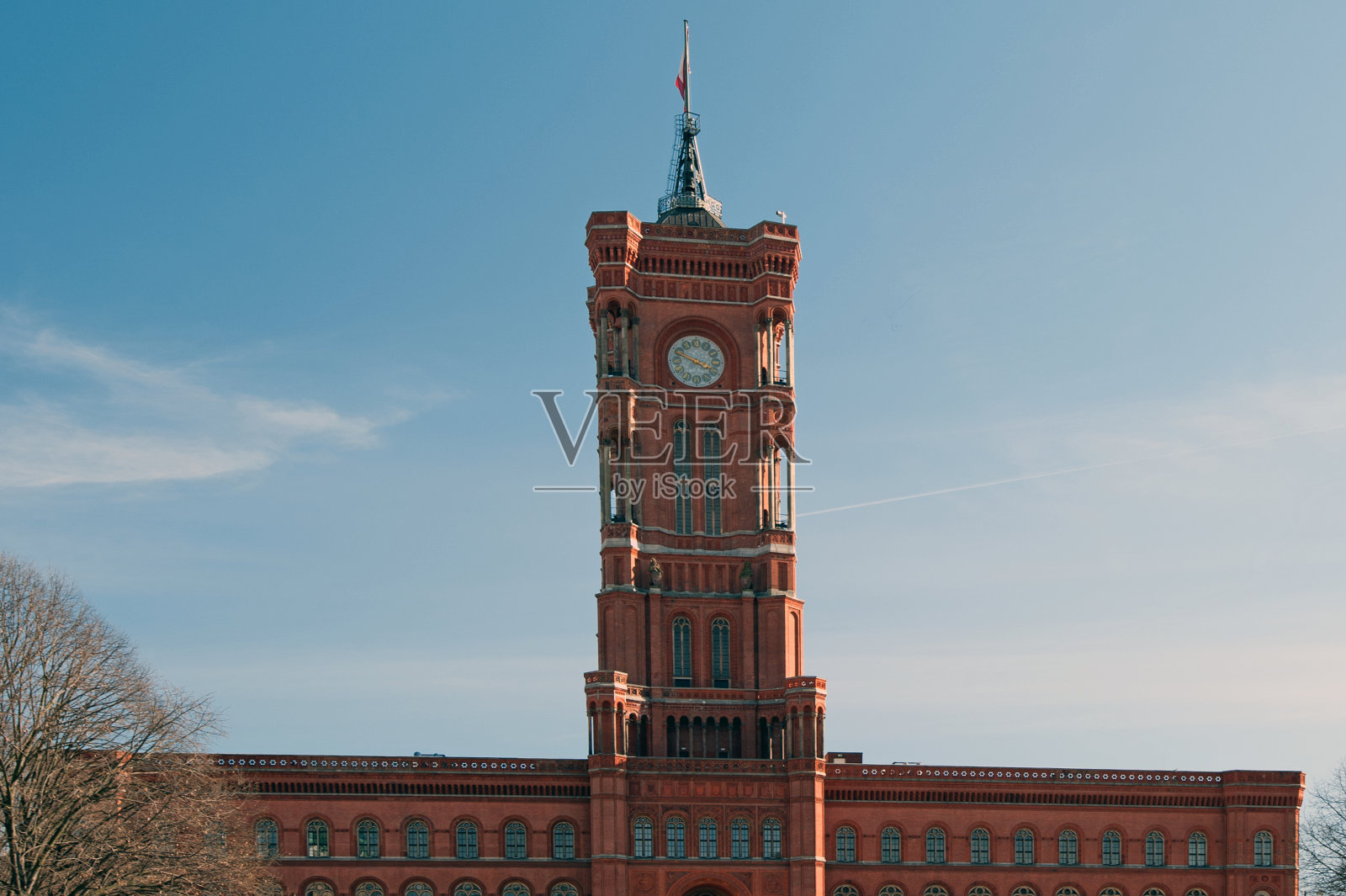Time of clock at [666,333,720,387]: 3:48
